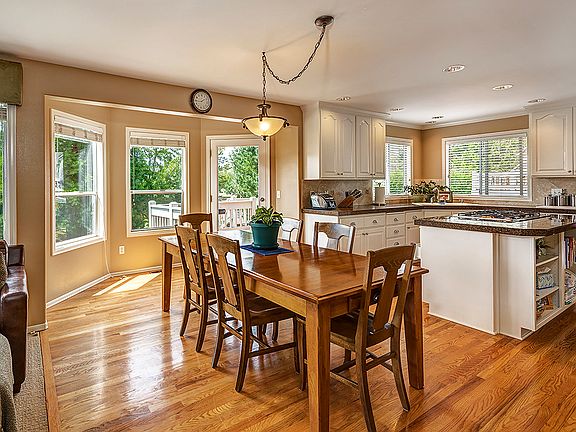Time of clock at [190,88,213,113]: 1:43
